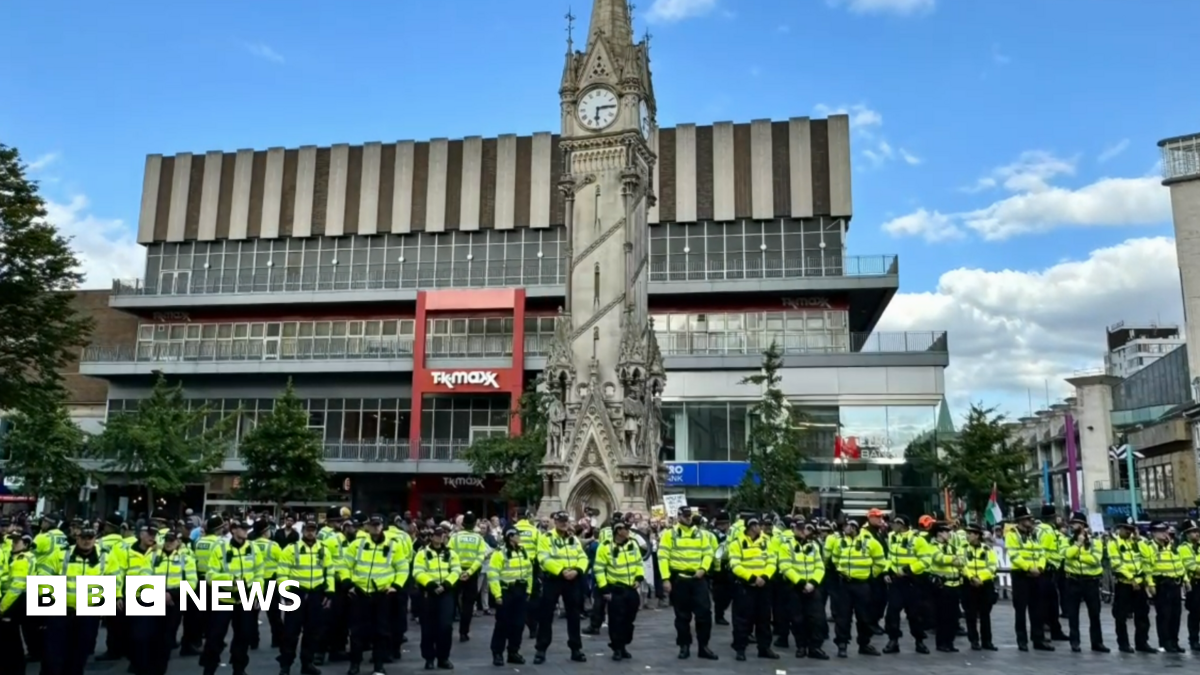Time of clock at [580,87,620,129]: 6:14
